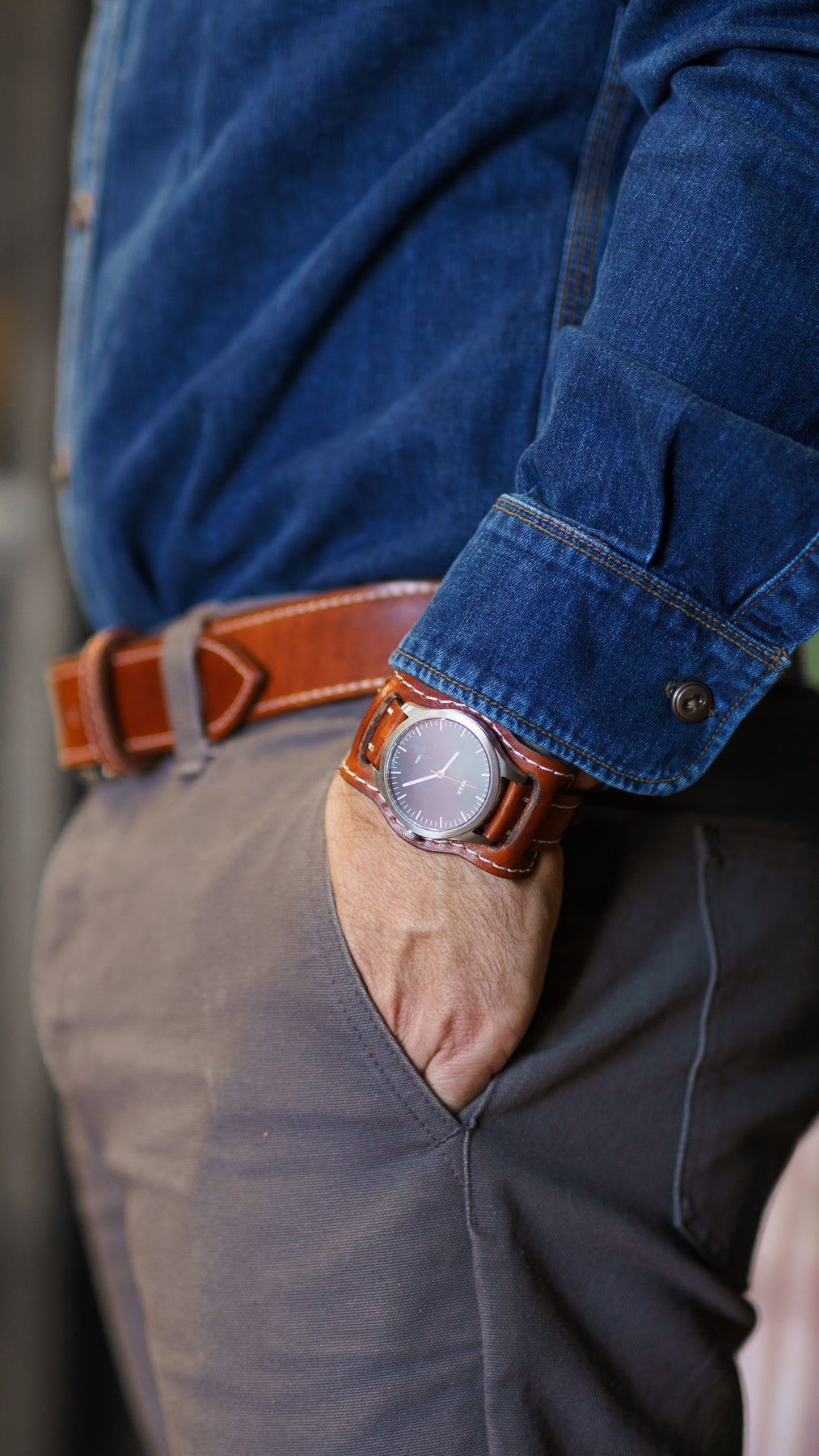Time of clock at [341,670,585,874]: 1:42
